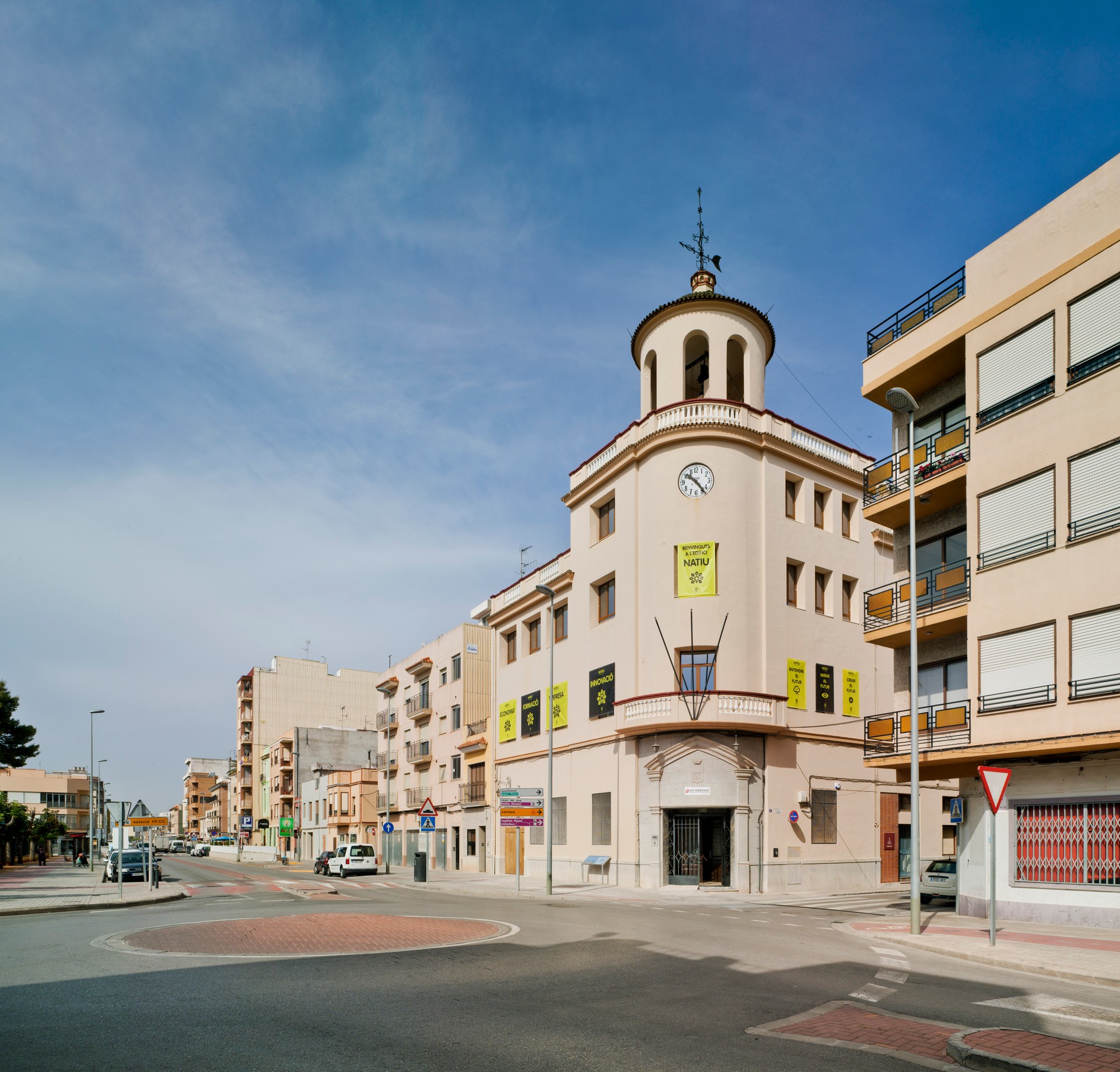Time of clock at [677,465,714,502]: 10:23
